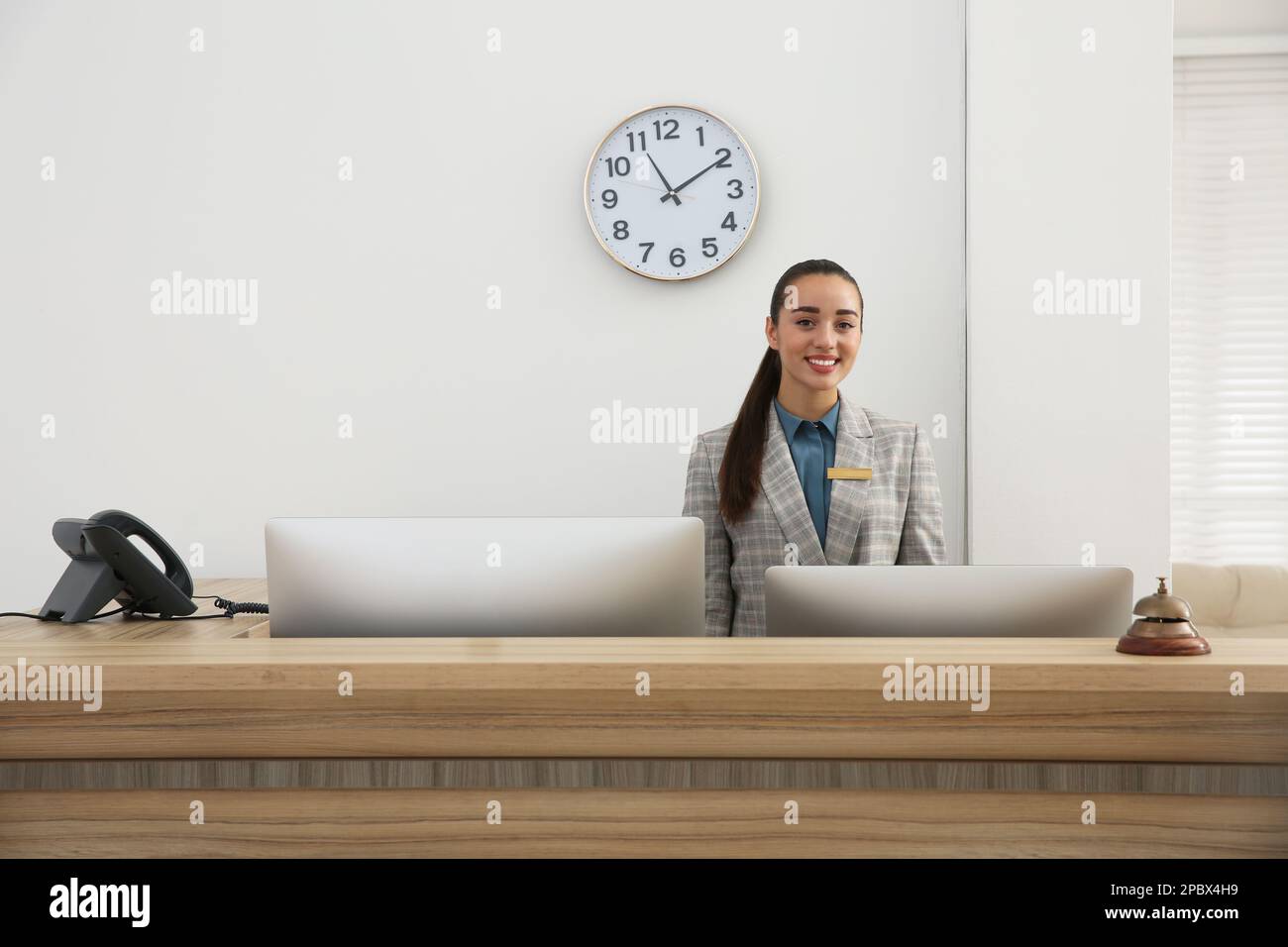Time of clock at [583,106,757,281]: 11:09
